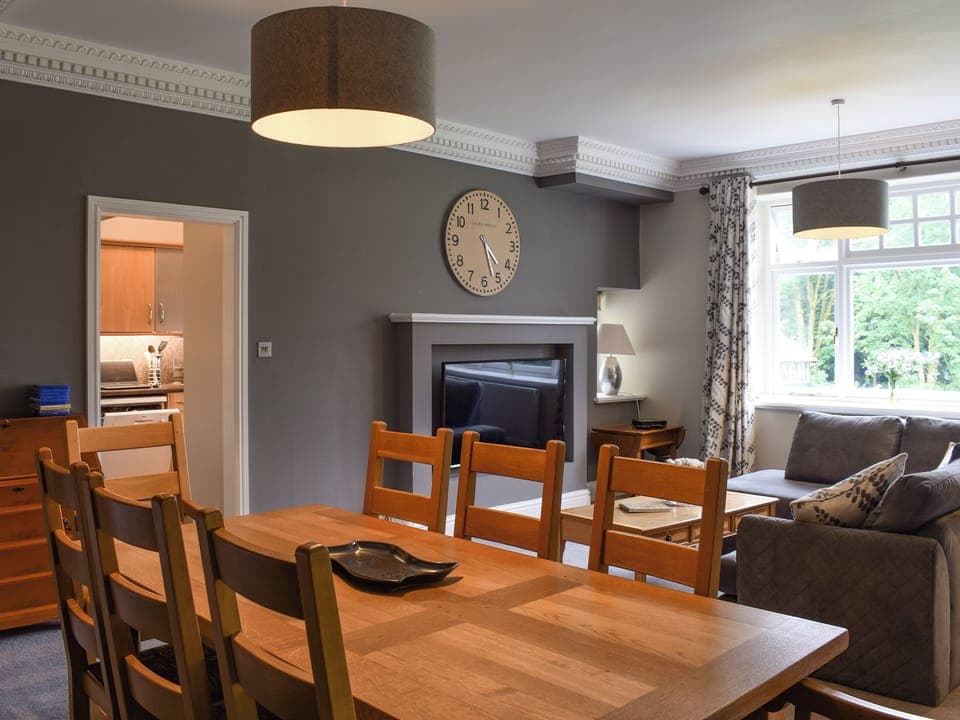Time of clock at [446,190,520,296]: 4:26
